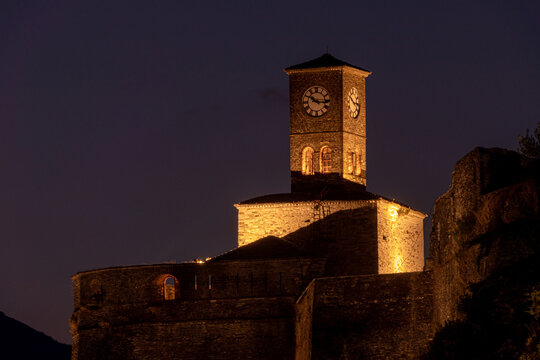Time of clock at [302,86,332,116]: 10:15
